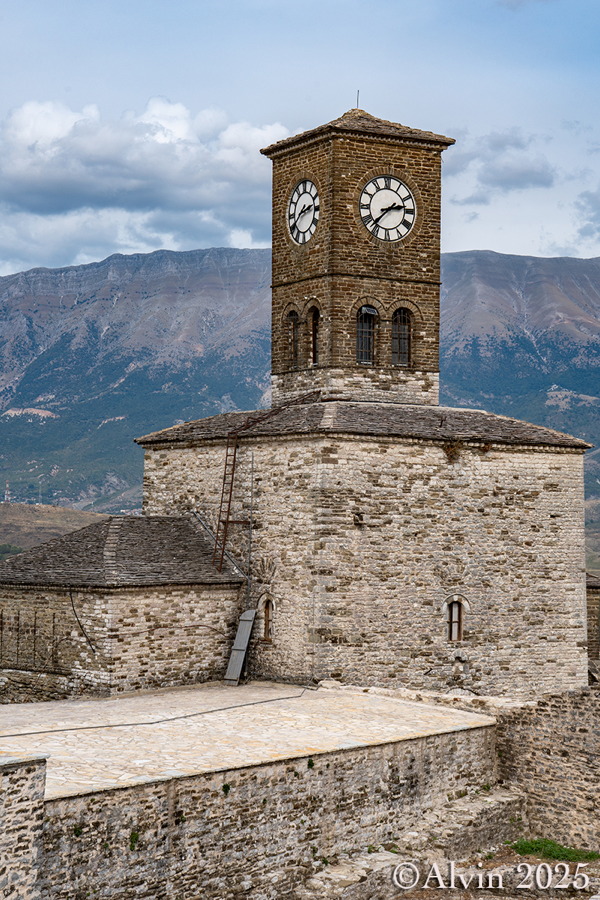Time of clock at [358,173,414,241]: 2:37
